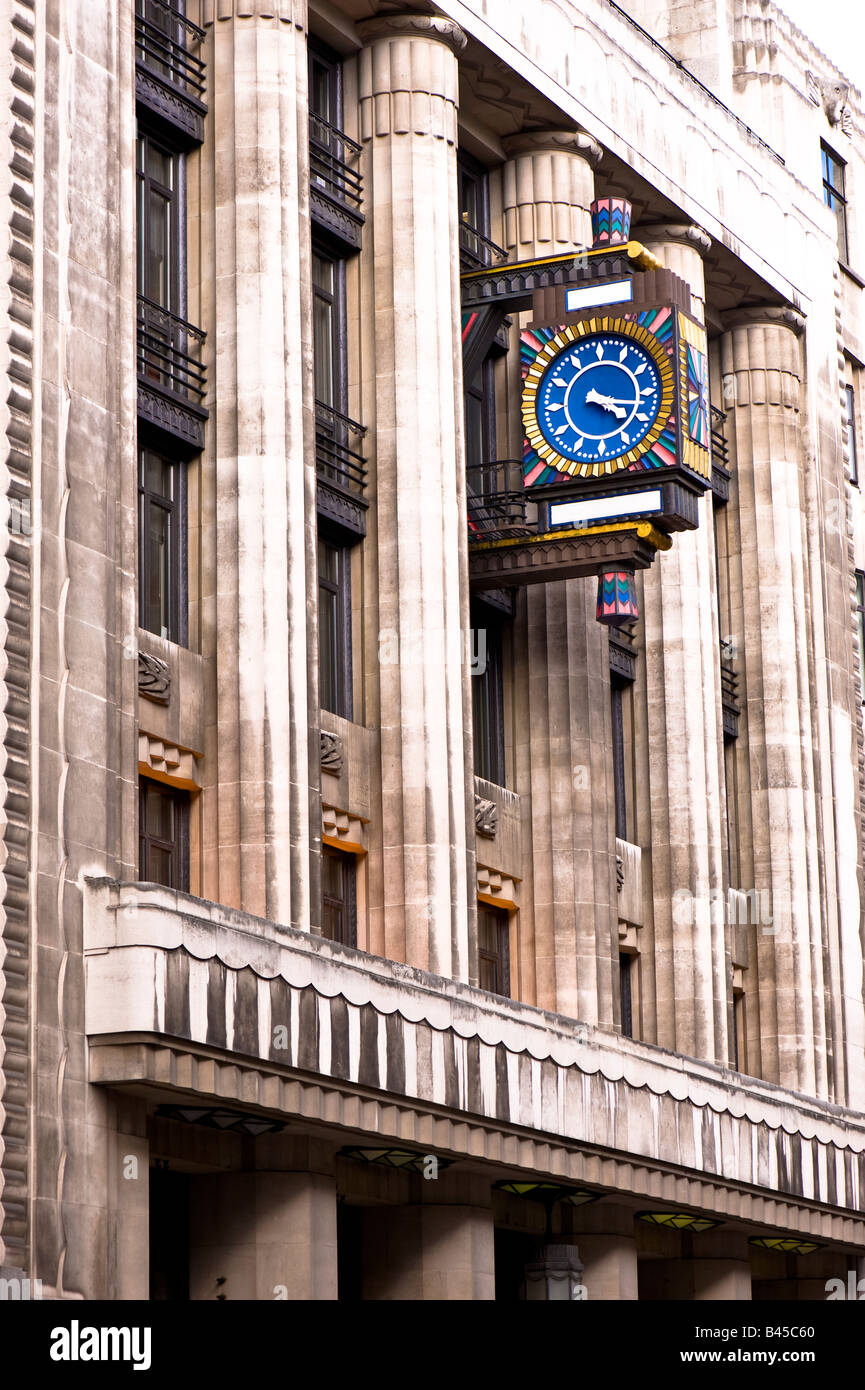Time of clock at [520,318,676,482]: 4:17
